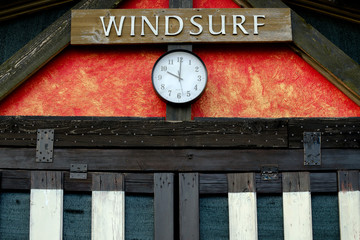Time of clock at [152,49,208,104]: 10:00
